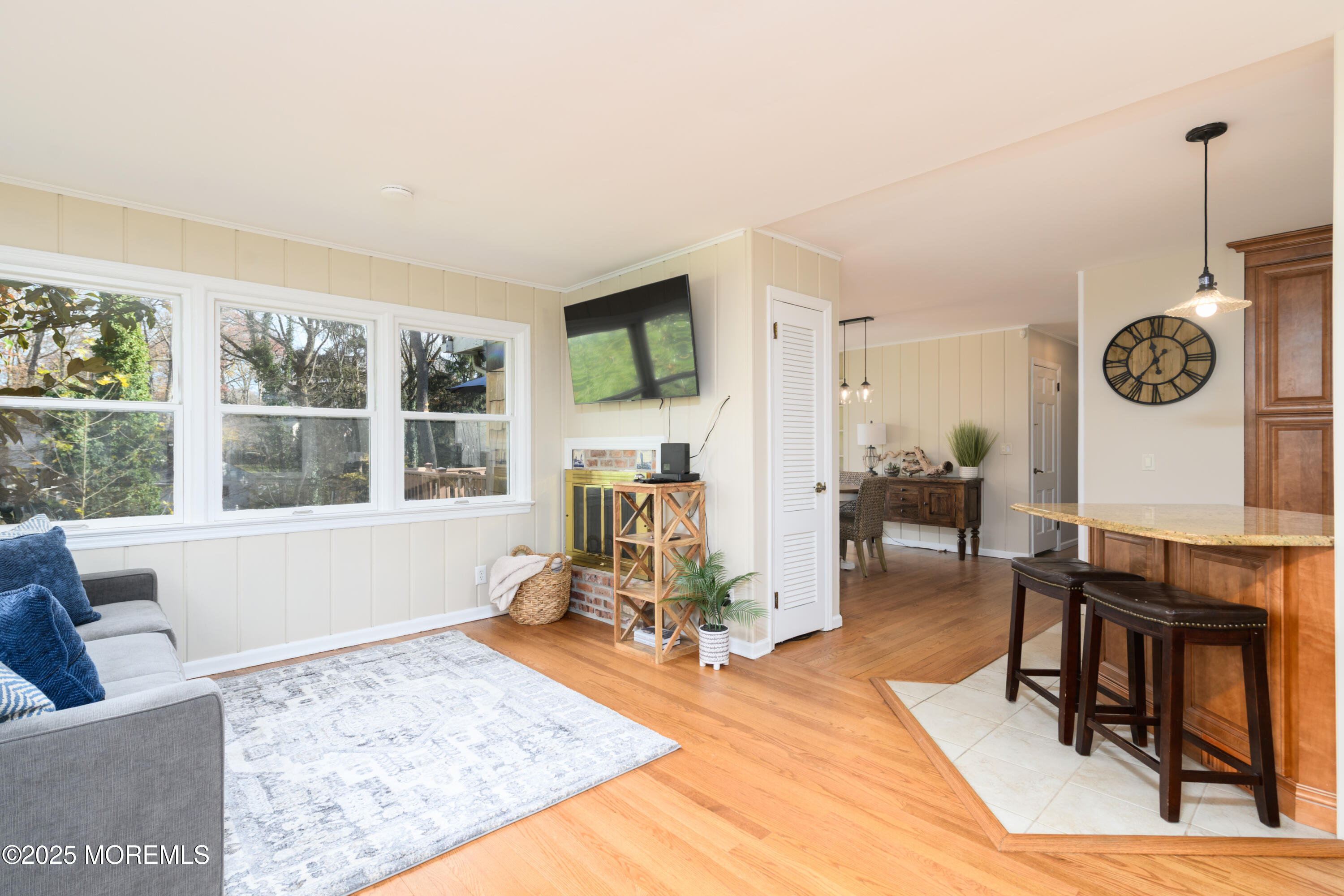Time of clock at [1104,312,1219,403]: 11:36
